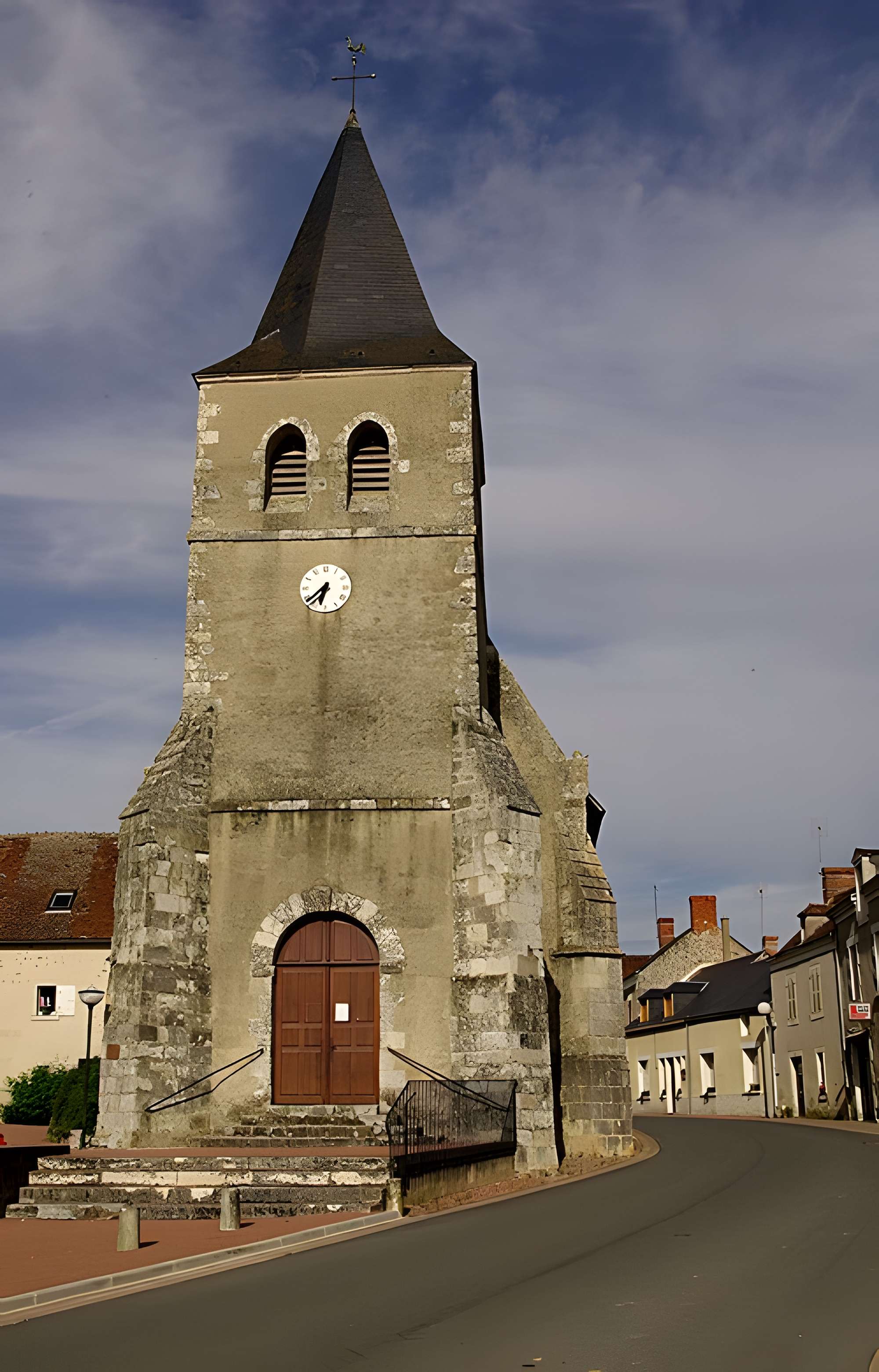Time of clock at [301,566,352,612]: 6:37
